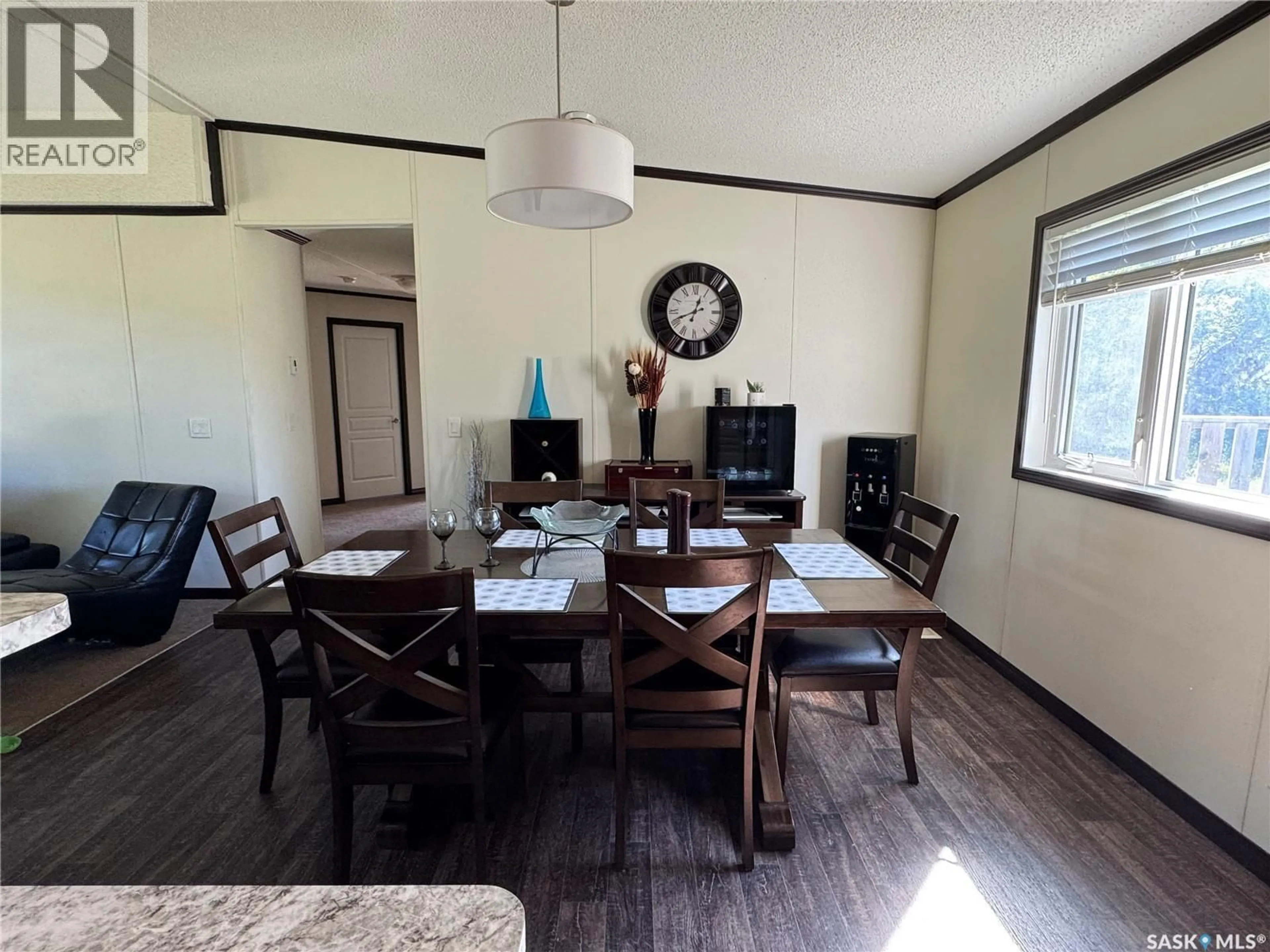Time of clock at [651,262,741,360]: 12:41
